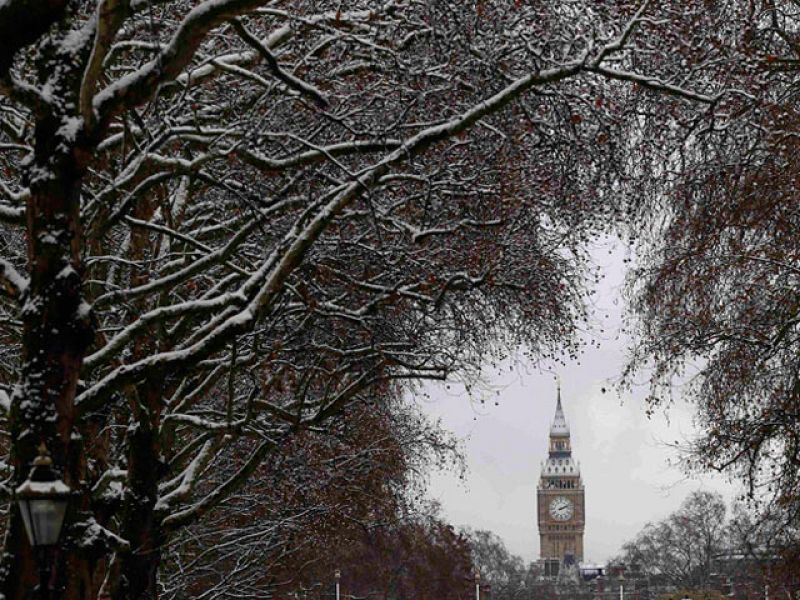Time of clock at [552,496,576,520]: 2:11
